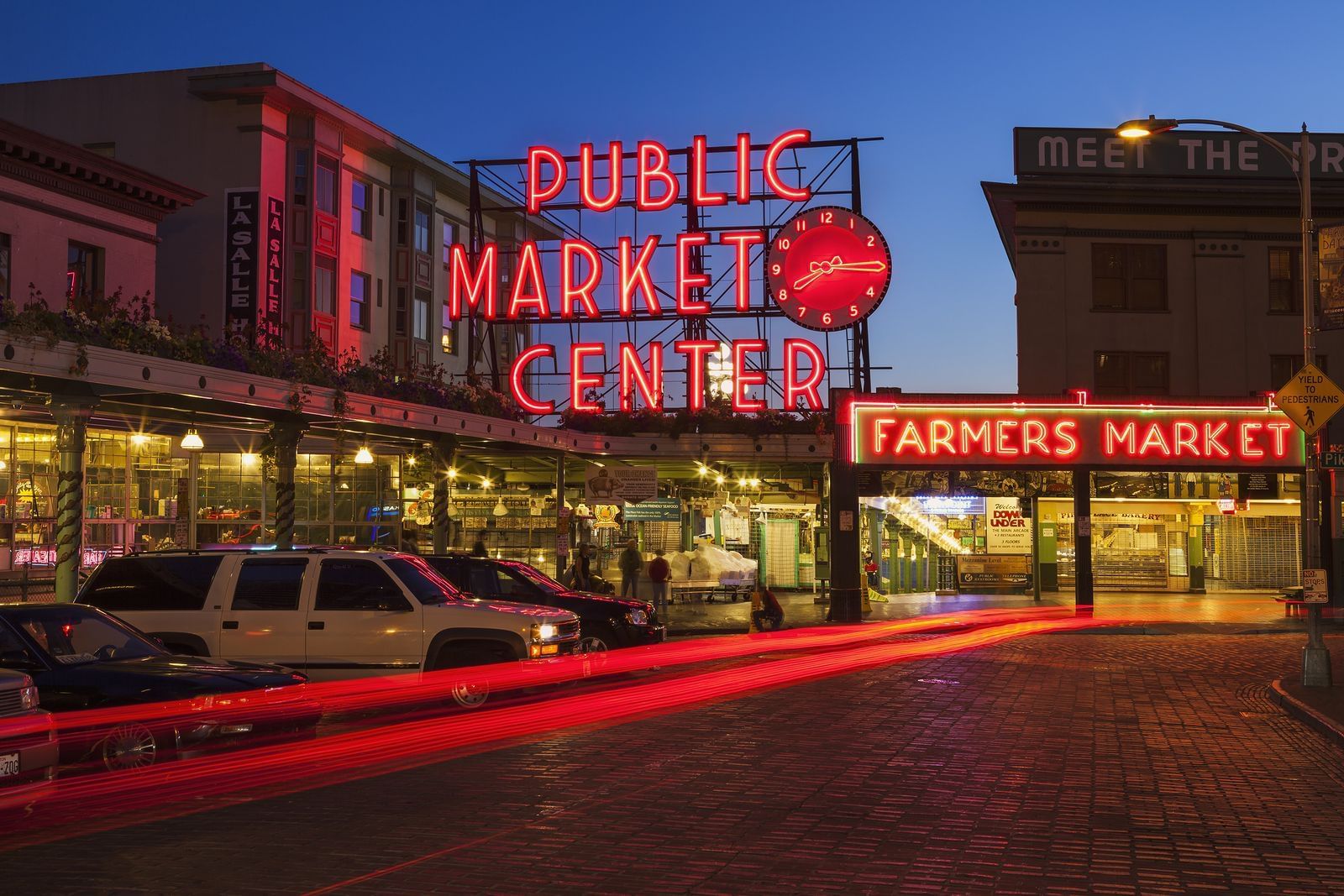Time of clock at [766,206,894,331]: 8:14
